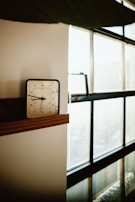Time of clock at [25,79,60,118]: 8:47
